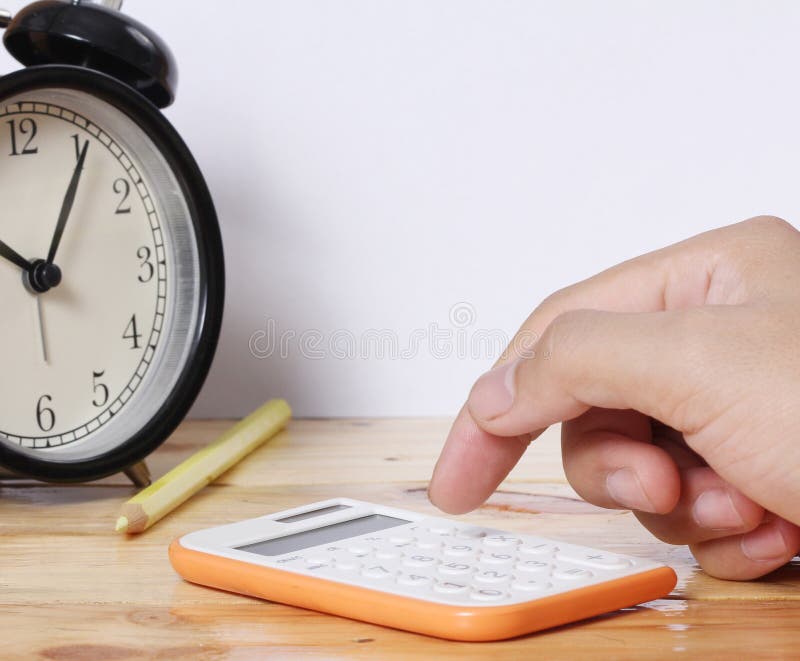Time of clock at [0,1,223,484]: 10:05
